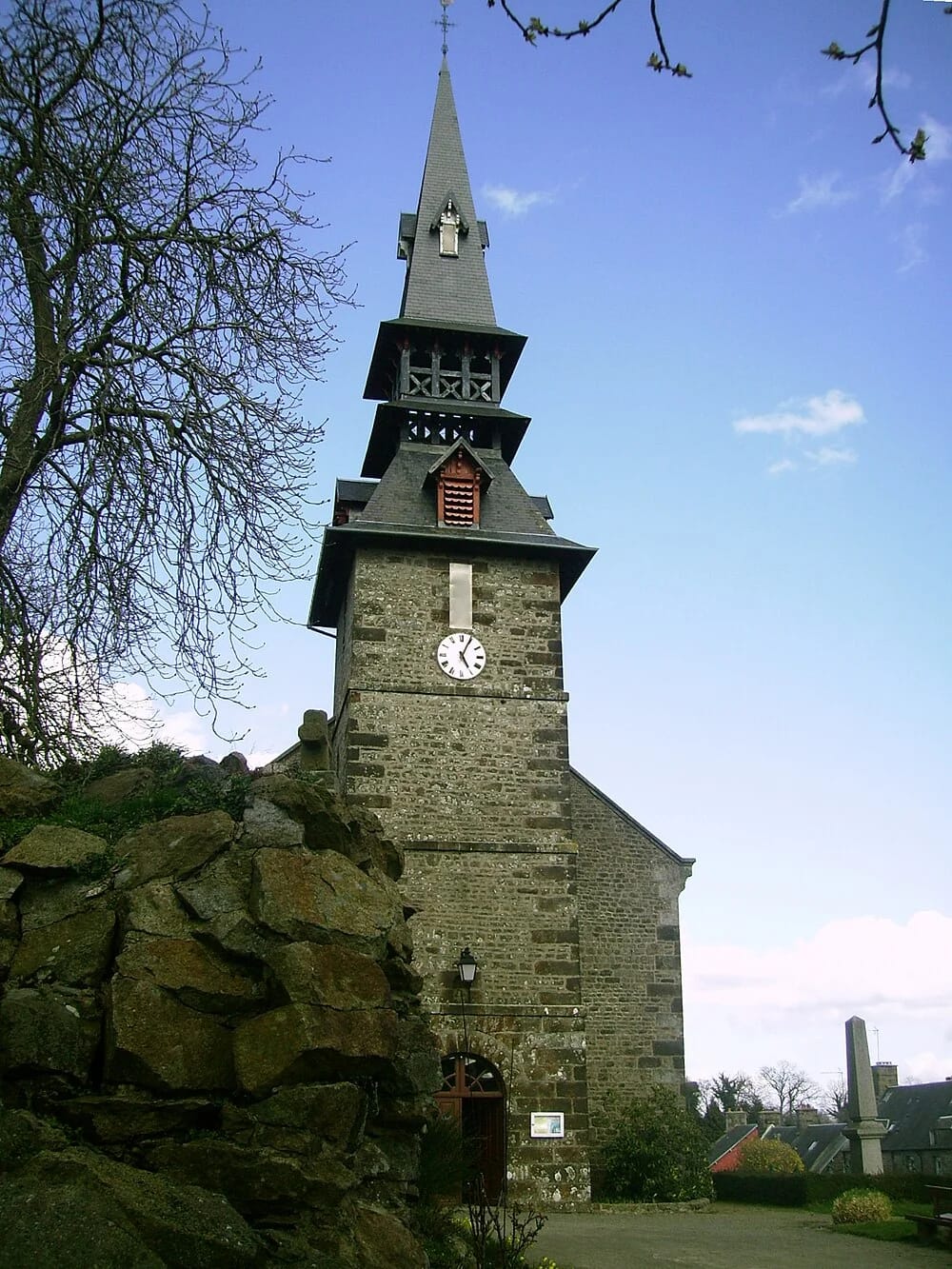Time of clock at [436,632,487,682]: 5:04
